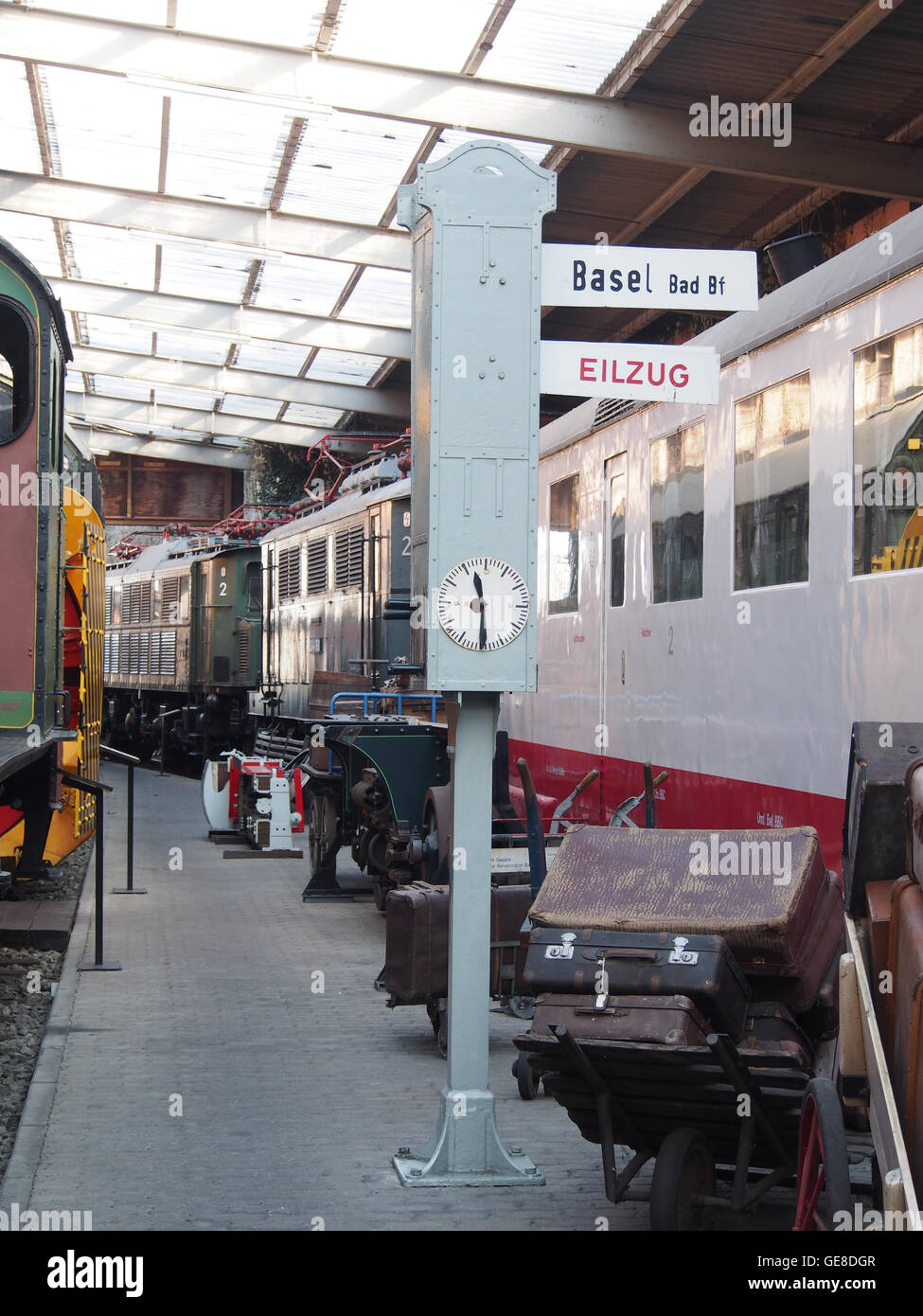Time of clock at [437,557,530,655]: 11:29
